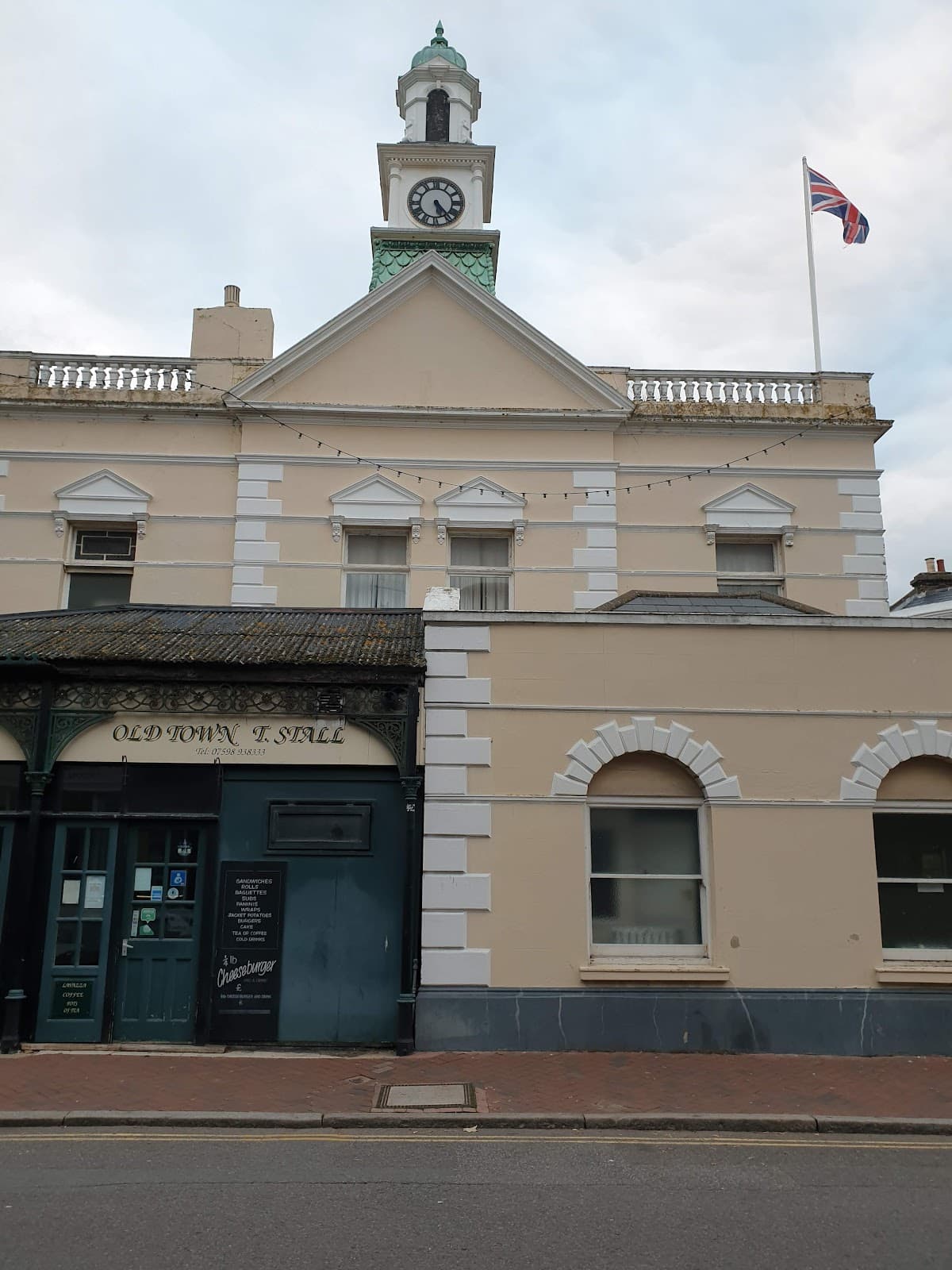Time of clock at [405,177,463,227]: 5:23
